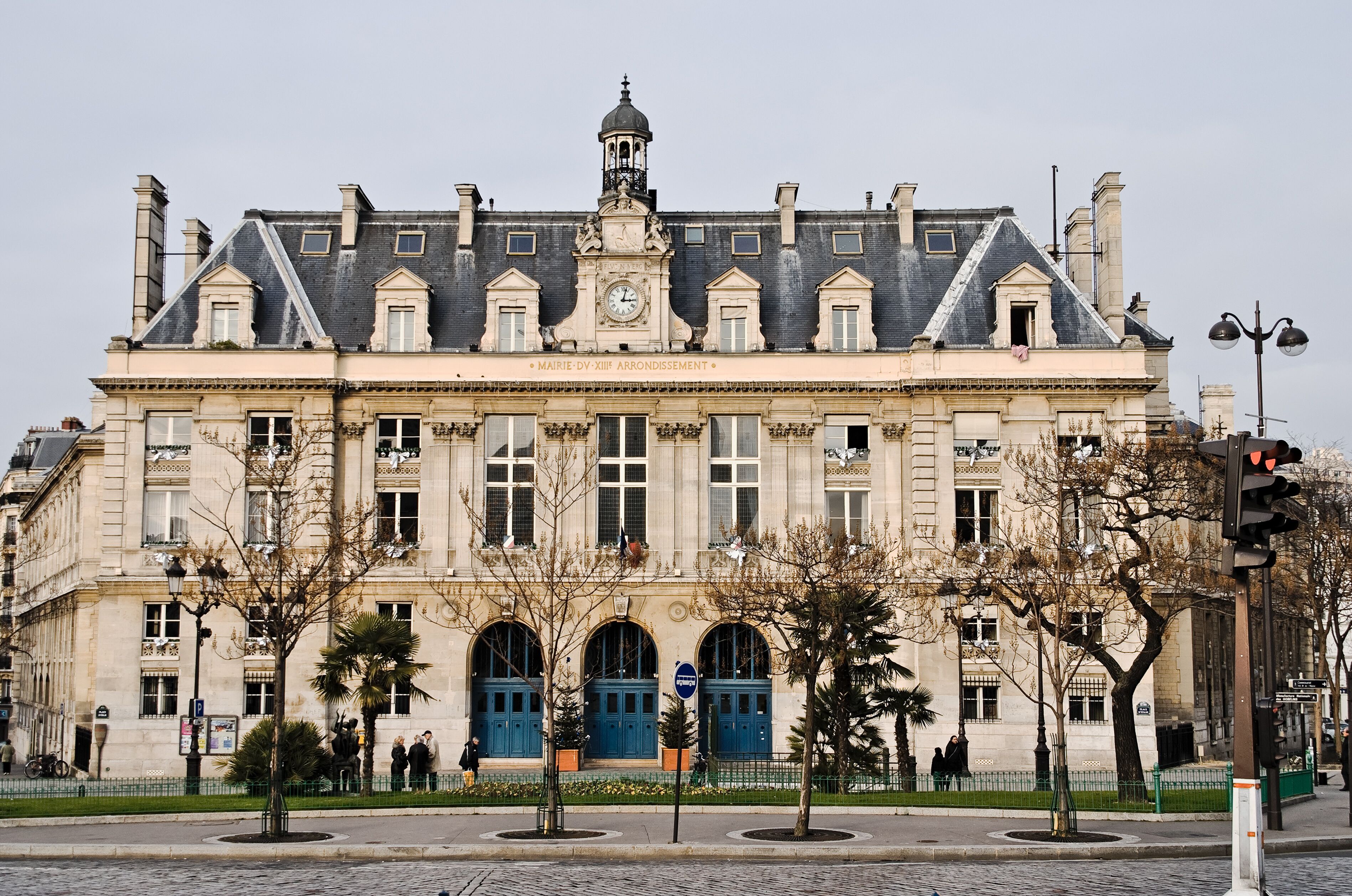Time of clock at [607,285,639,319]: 3:02
